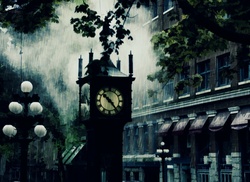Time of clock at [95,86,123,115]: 10:24
